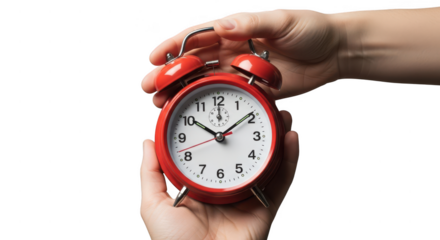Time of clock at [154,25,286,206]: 10:09
